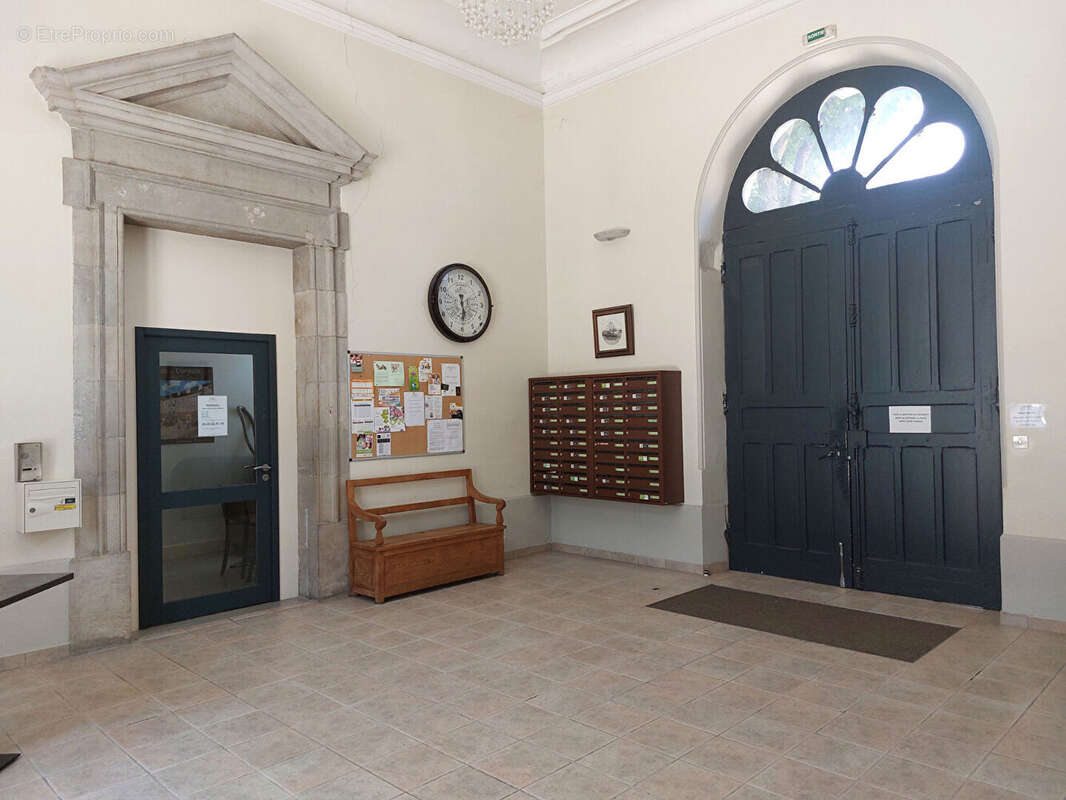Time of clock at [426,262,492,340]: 5:29
